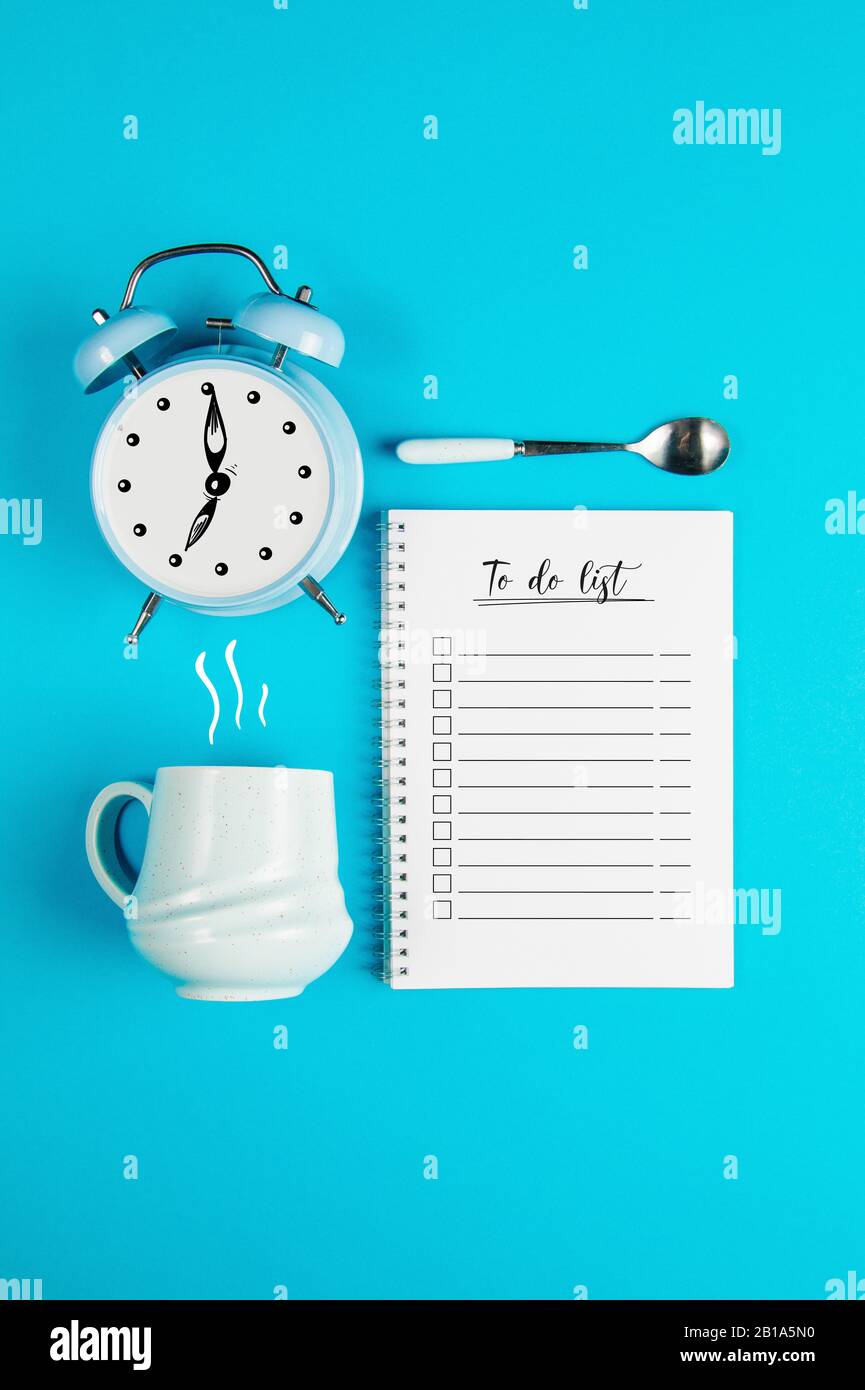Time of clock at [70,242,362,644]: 7:00
